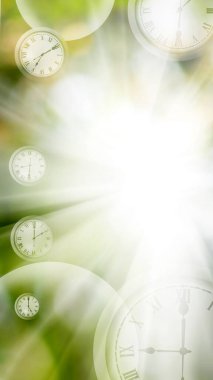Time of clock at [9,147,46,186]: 8:30
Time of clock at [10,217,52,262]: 2:00
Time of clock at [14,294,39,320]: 5:00
